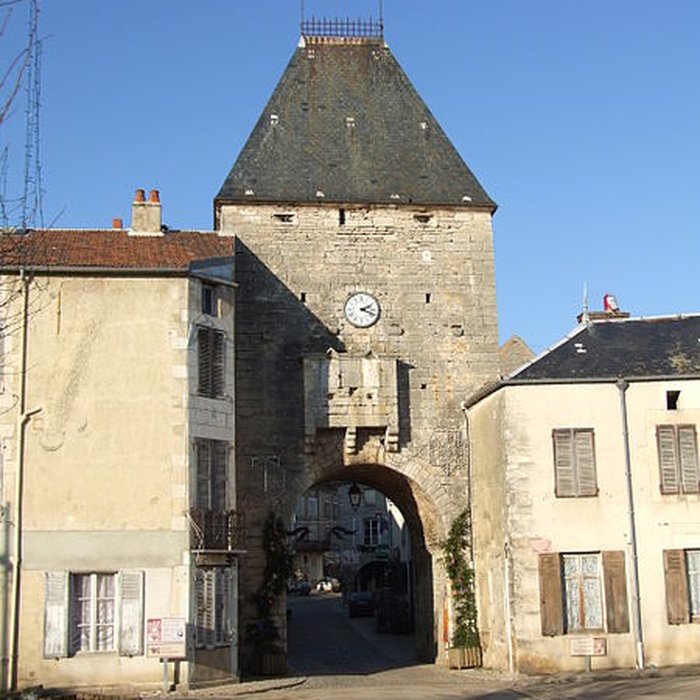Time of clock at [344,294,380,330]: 2:18
